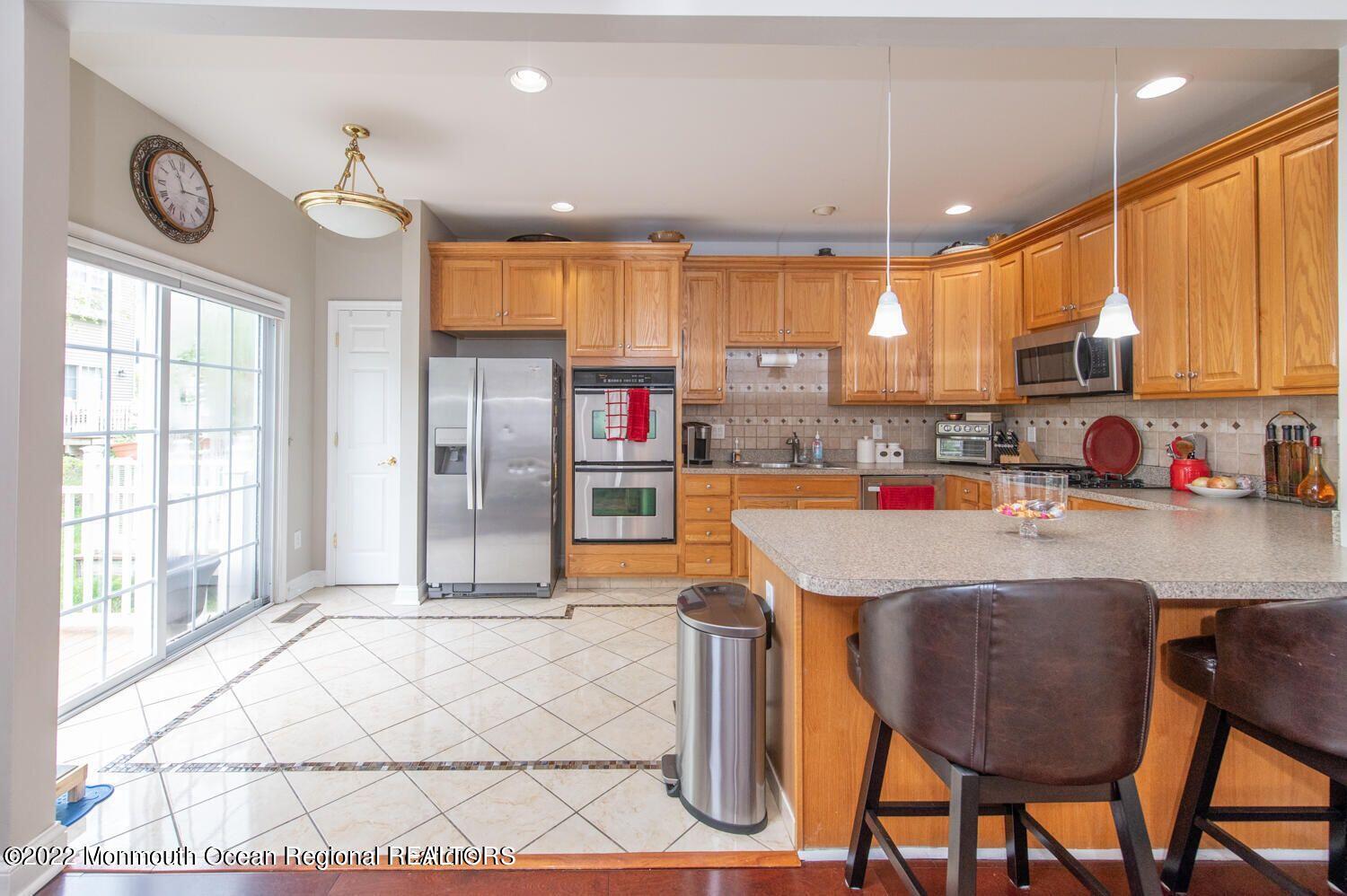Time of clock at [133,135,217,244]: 11:13
